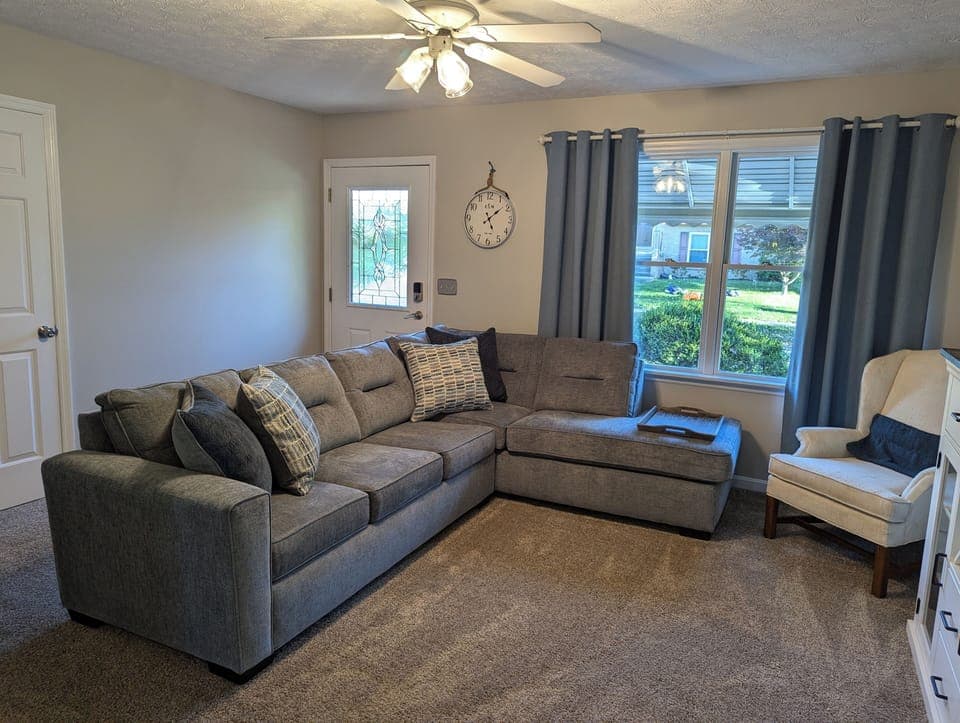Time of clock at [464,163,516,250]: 5:08
